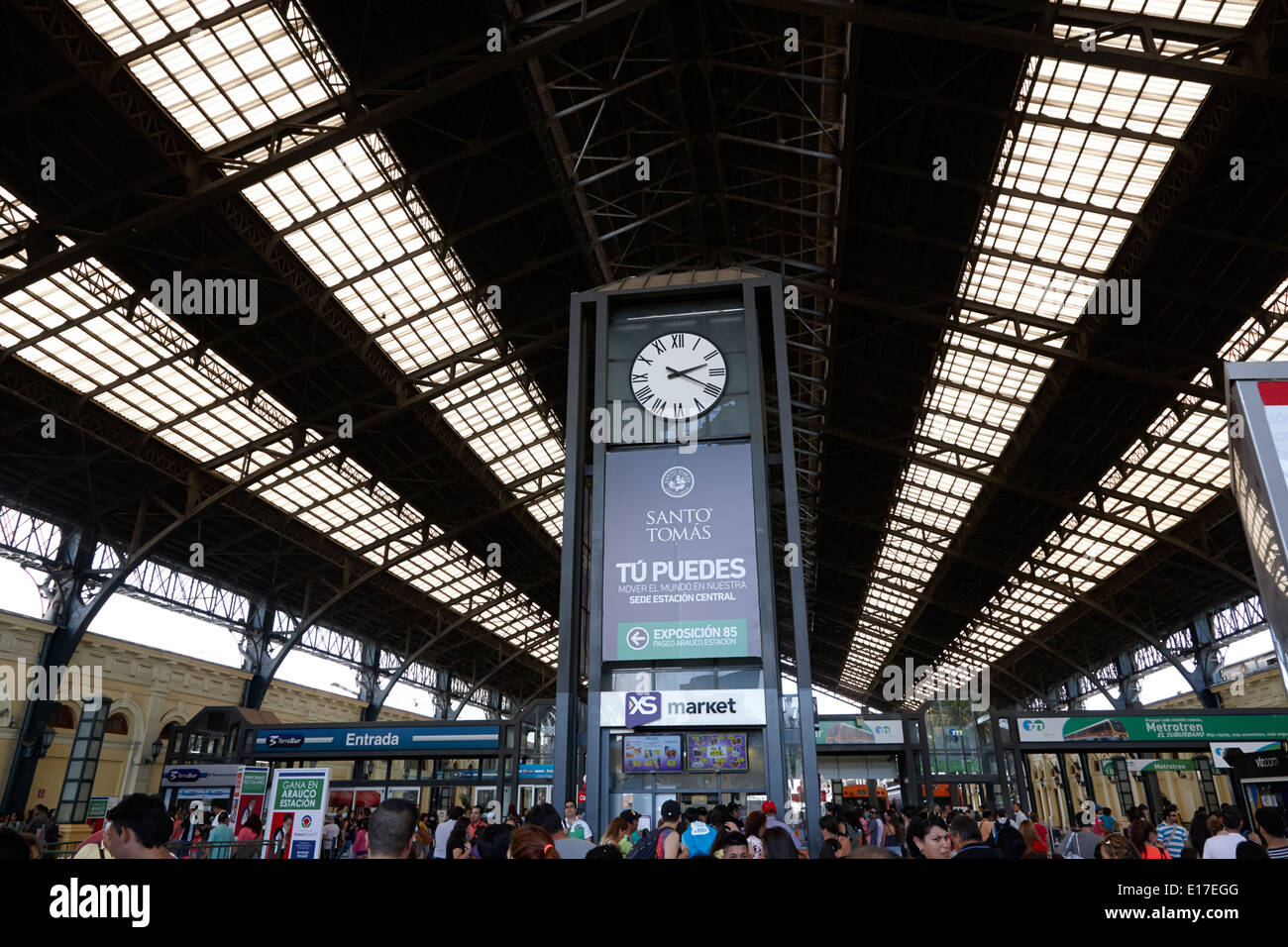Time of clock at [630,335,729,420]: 2:19
